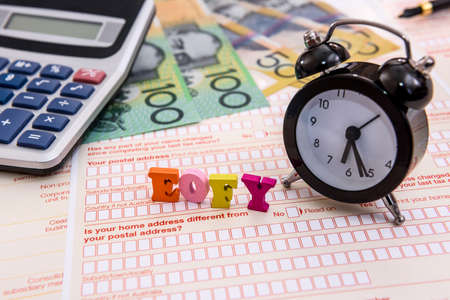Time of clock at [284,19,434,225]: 6:26
